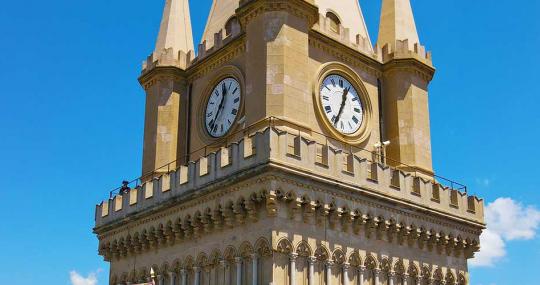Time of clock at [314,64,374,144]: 12:34
